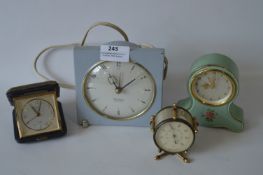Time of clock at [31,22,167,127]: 11:09
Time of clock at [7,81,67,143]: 11:03
